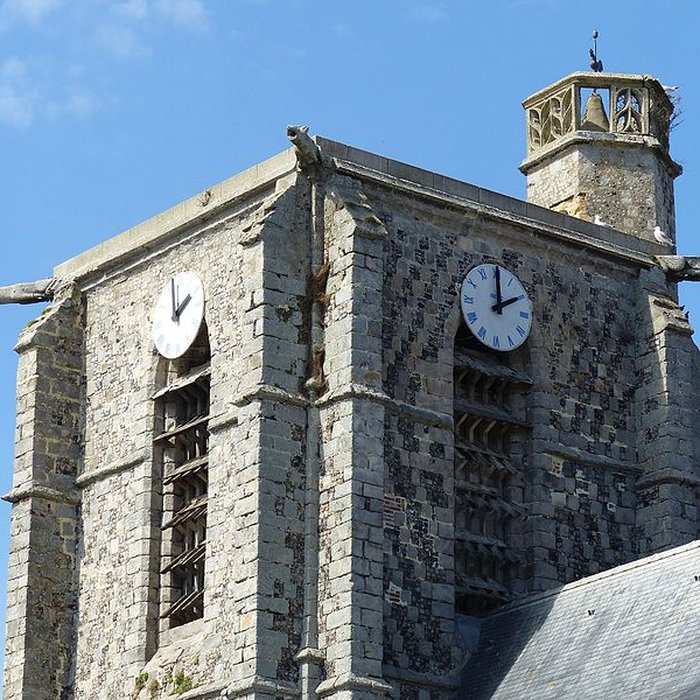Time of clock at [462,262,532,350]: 2:00
